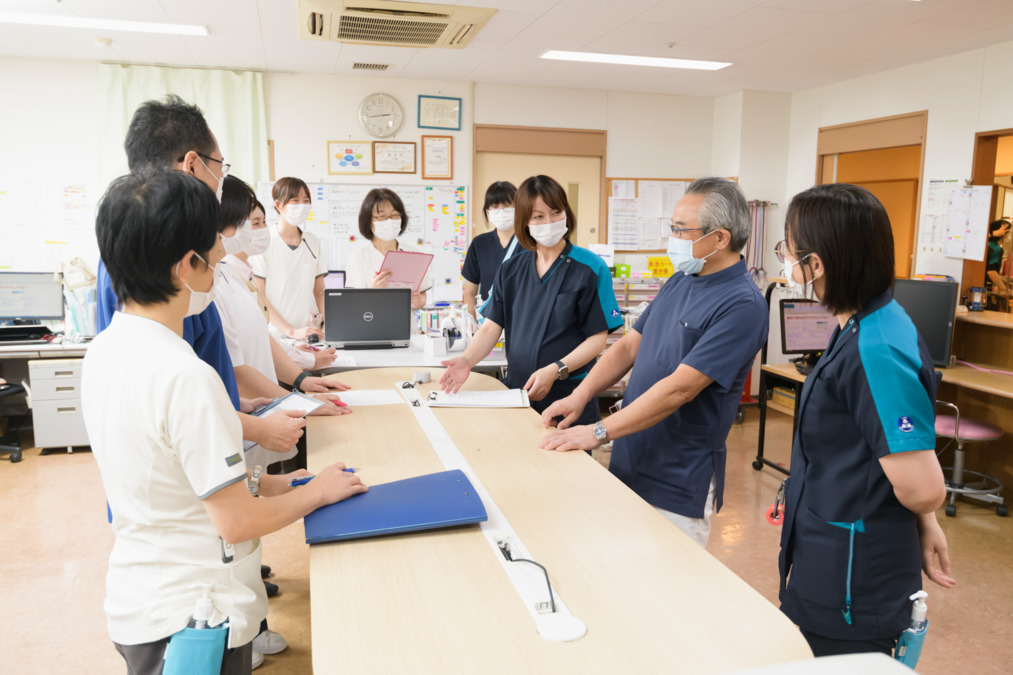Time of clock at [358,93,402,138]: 2:43
